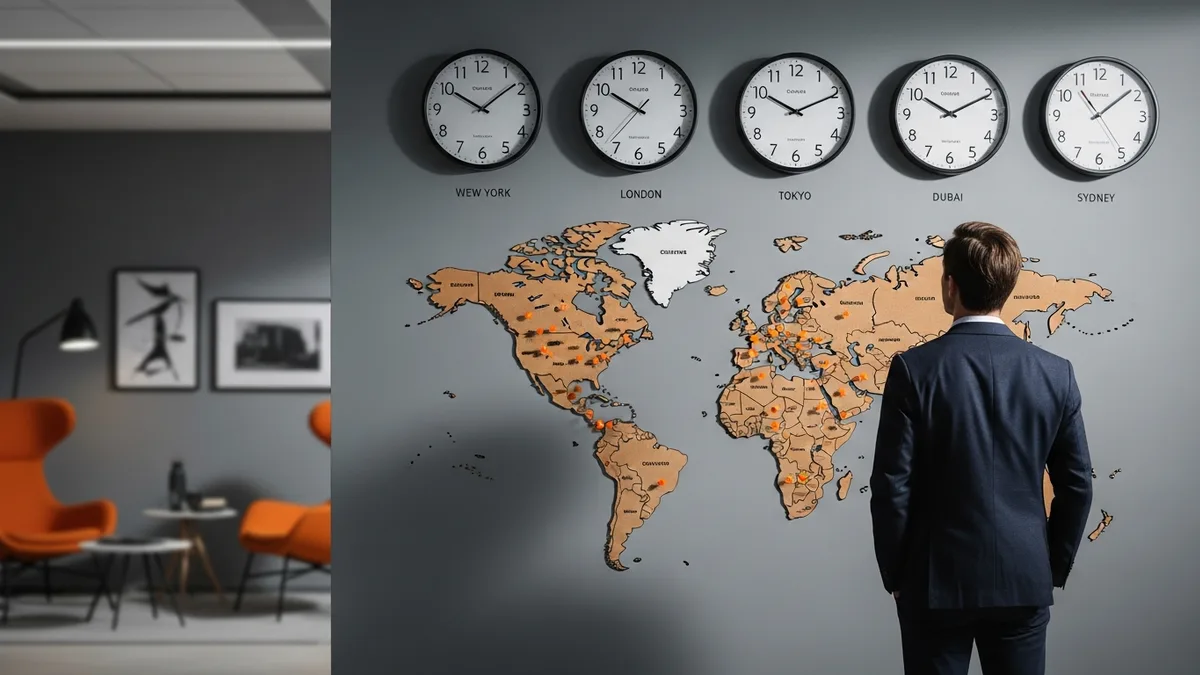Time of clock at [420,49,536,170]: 10:08
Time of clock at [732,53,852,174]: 10:10
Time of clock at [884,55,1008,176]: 10:10
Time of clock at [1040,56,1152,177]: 11:08
